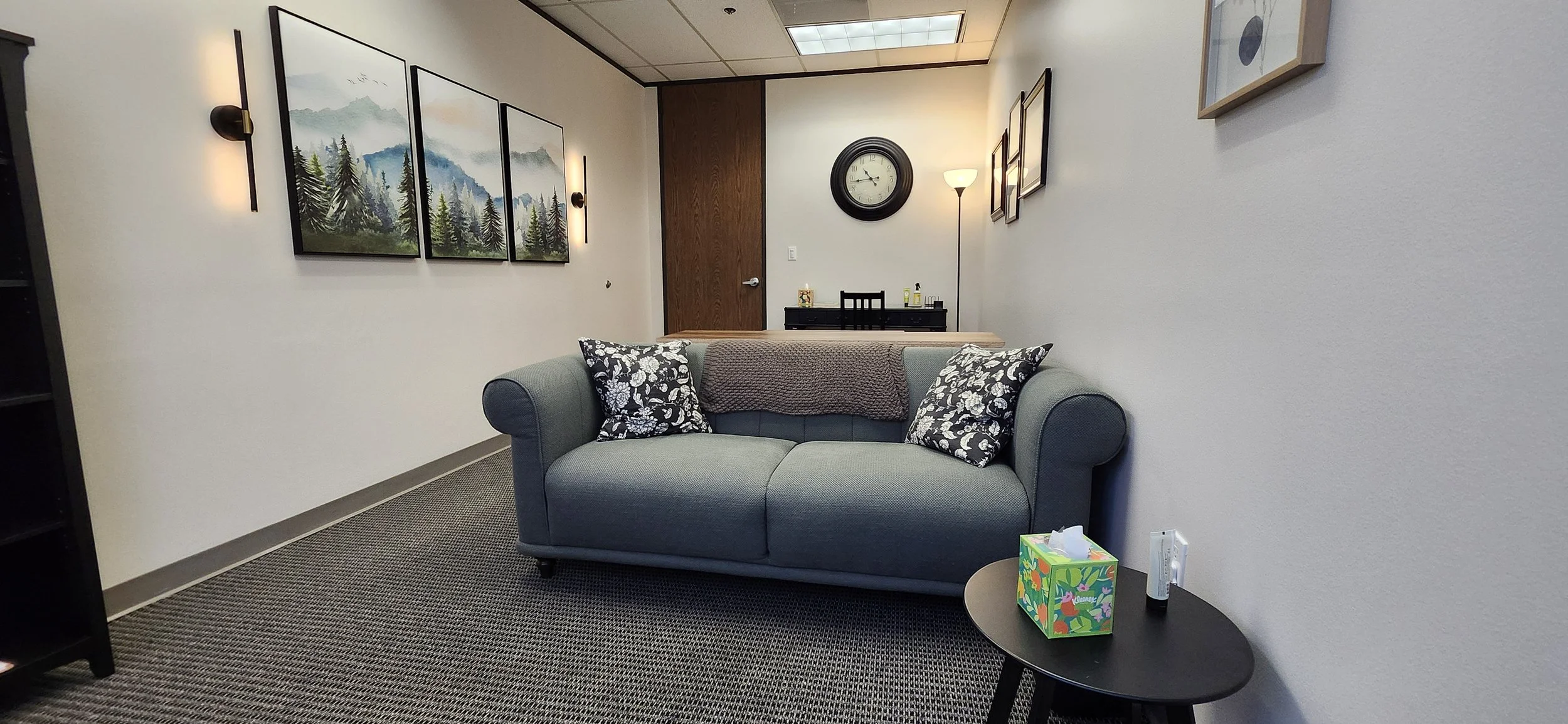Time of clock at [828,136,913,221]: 10:43
